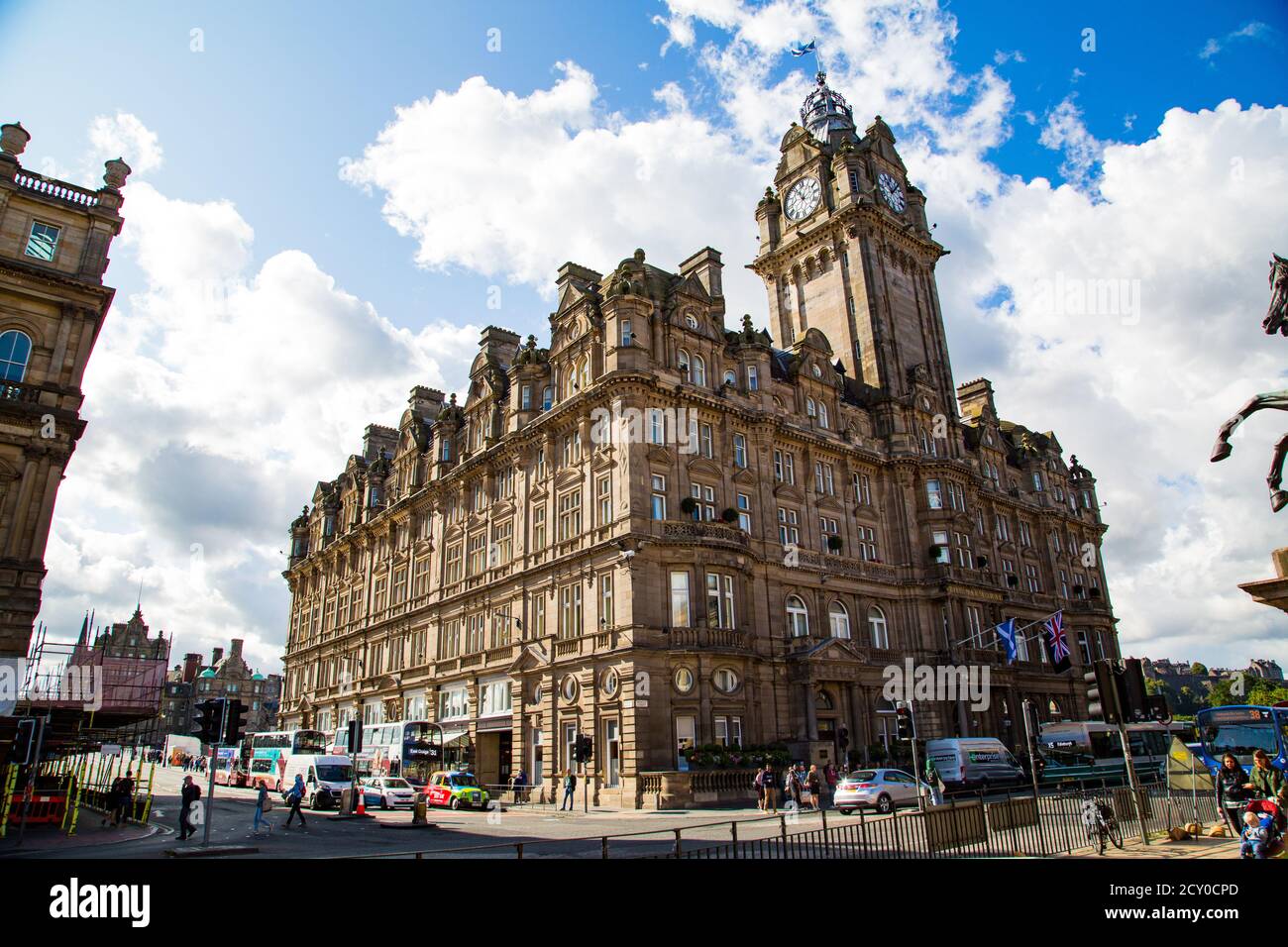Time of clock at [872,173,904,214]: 11:07
